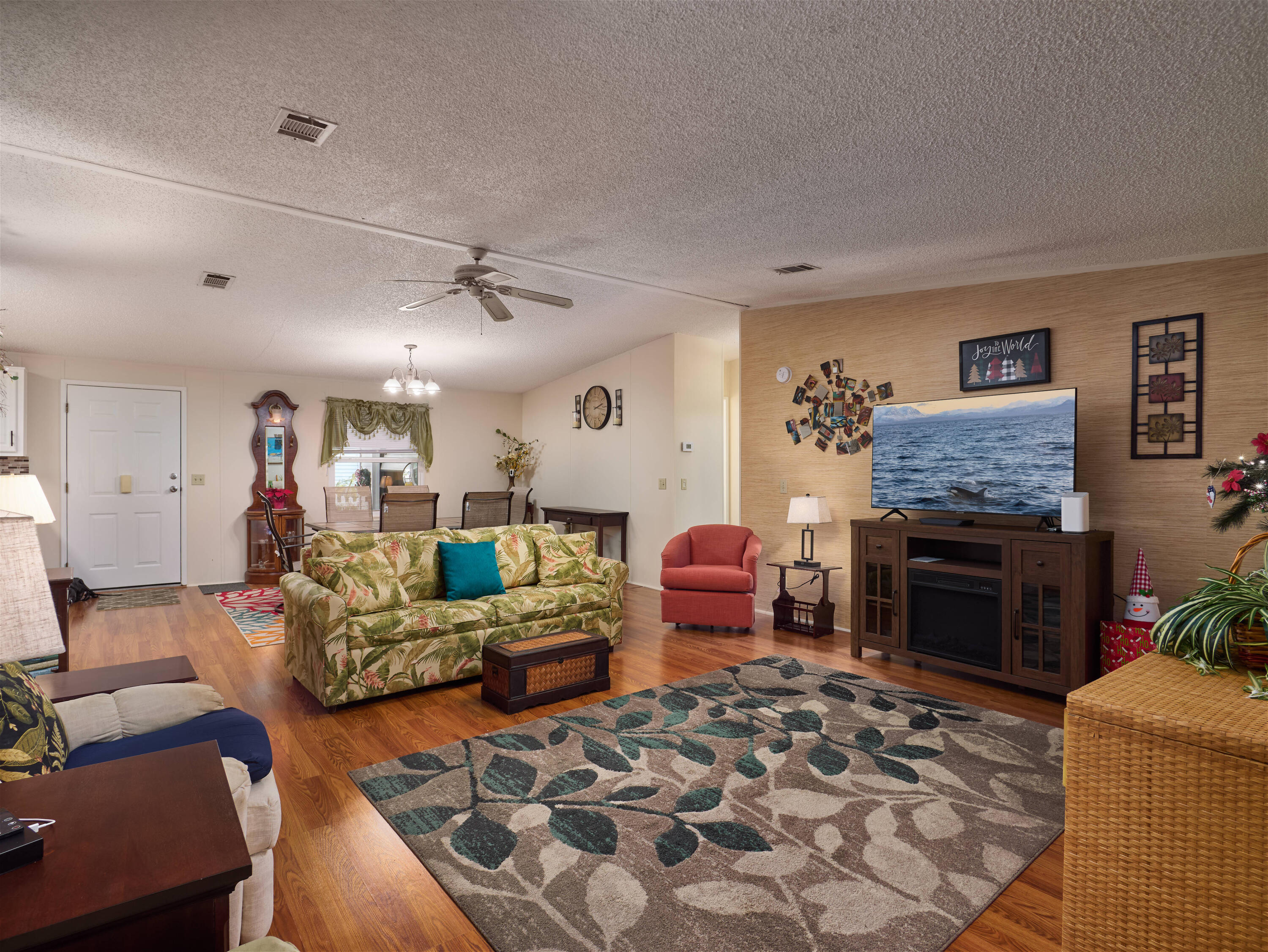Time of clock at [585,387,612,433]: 2:12
